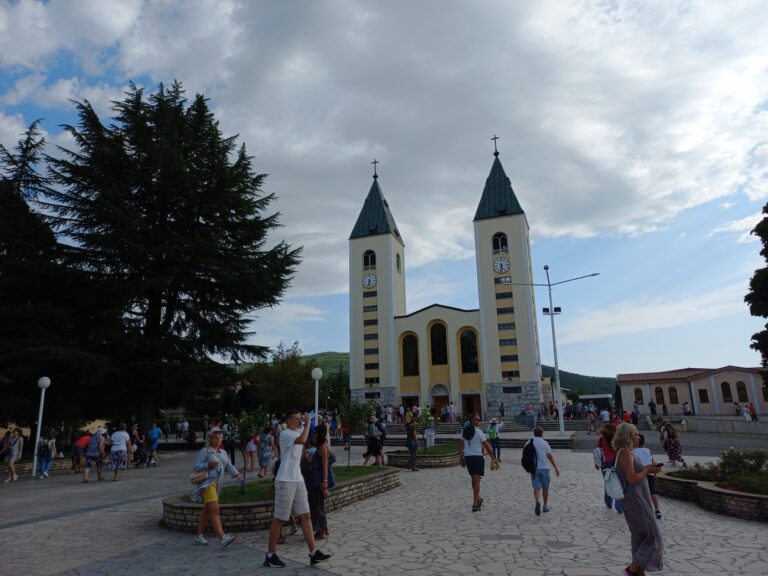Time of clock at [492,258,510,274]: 5:31
